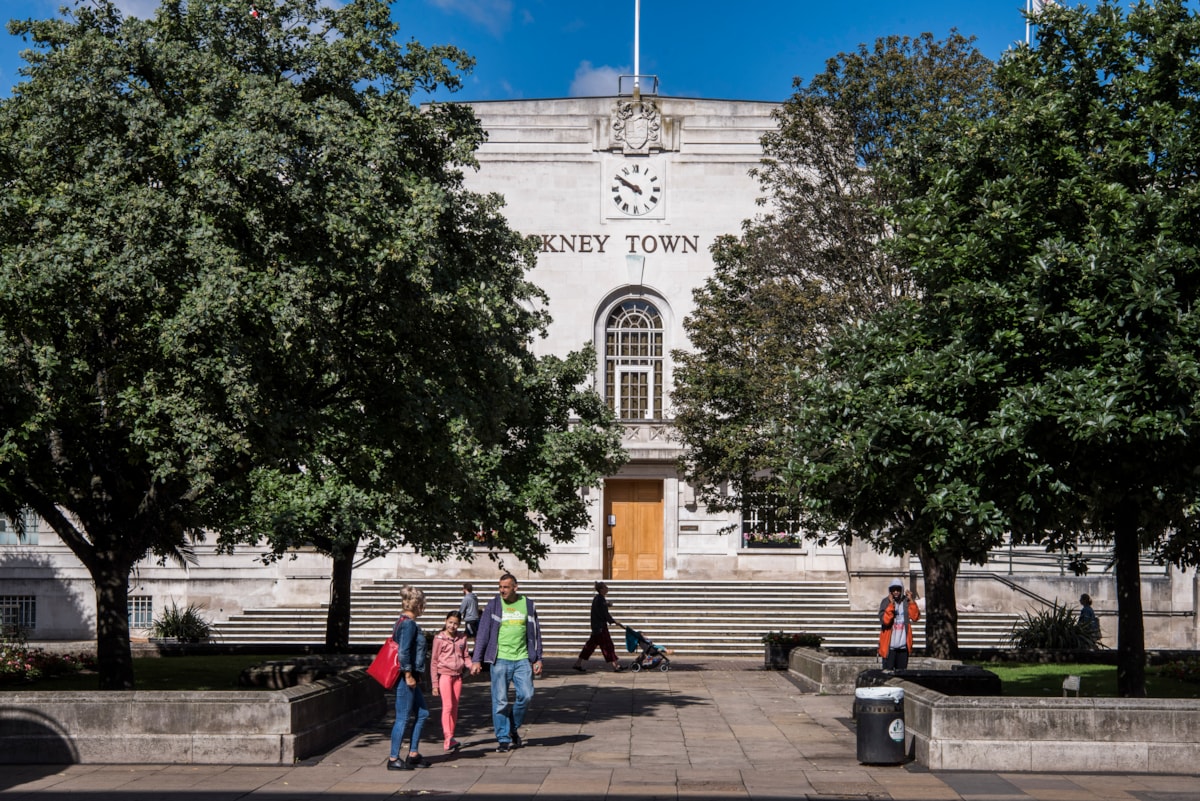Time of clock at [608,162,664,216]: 9:50
